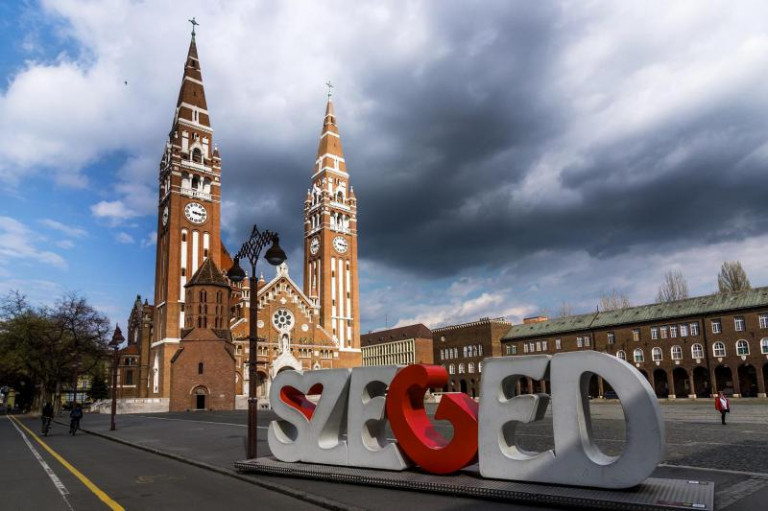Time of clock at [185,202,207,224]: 3:16
